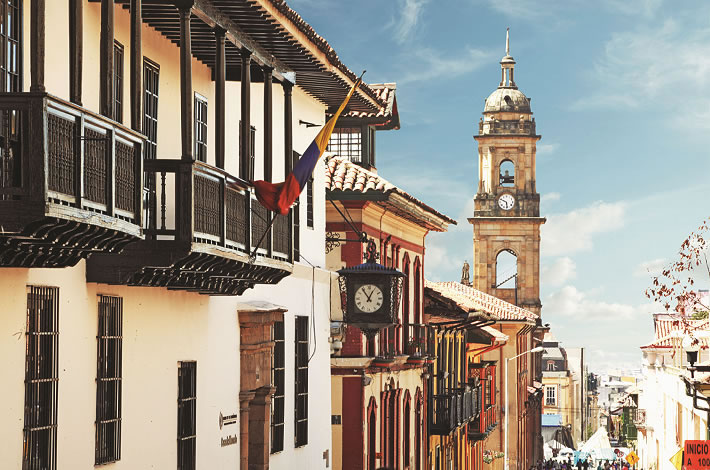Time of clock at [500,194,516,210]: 5:49
